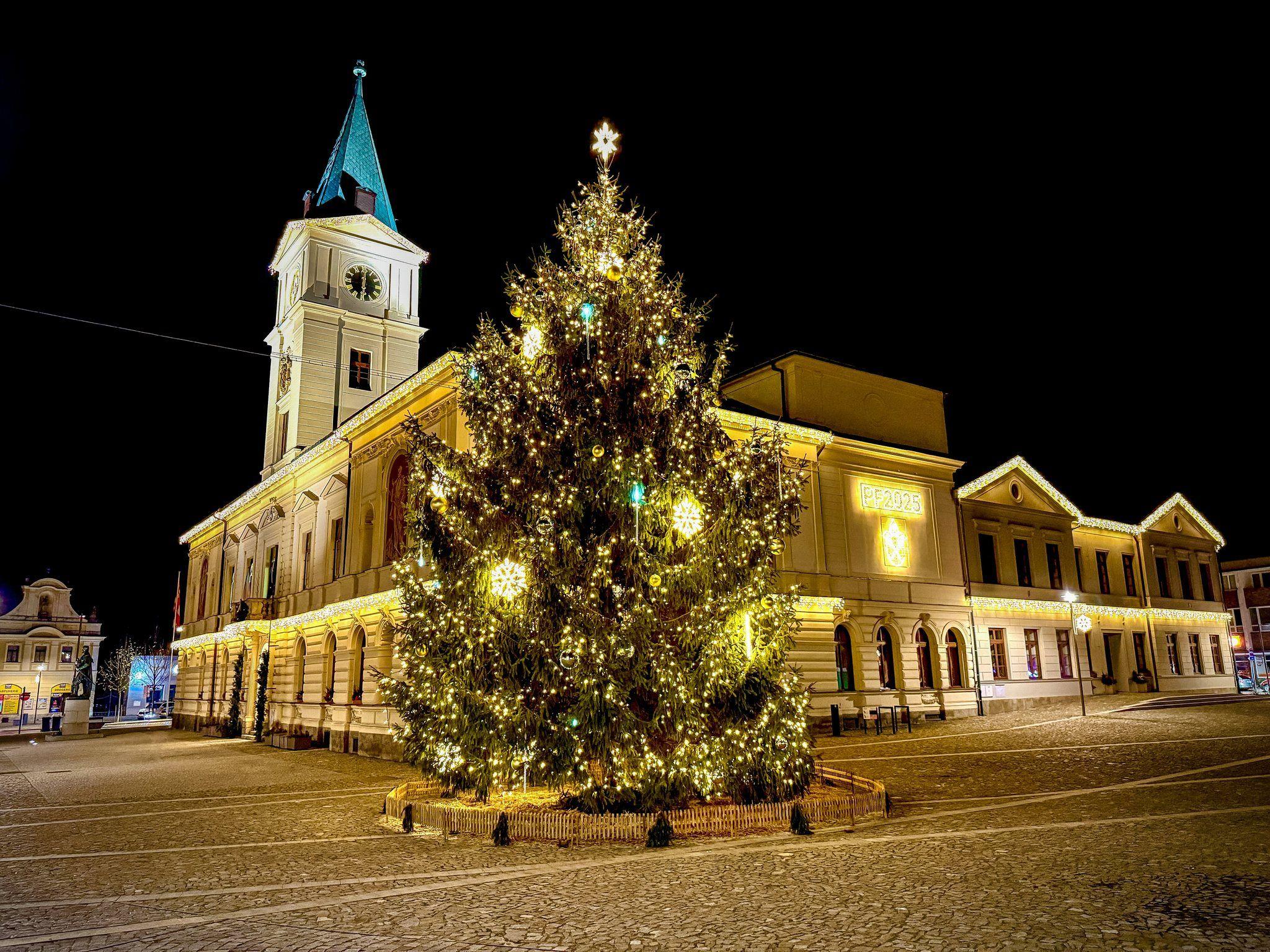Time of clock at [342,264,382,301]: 6:00
